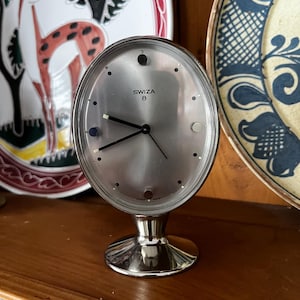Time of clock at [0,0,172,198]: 9:41
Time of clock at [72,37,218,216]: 9:41
